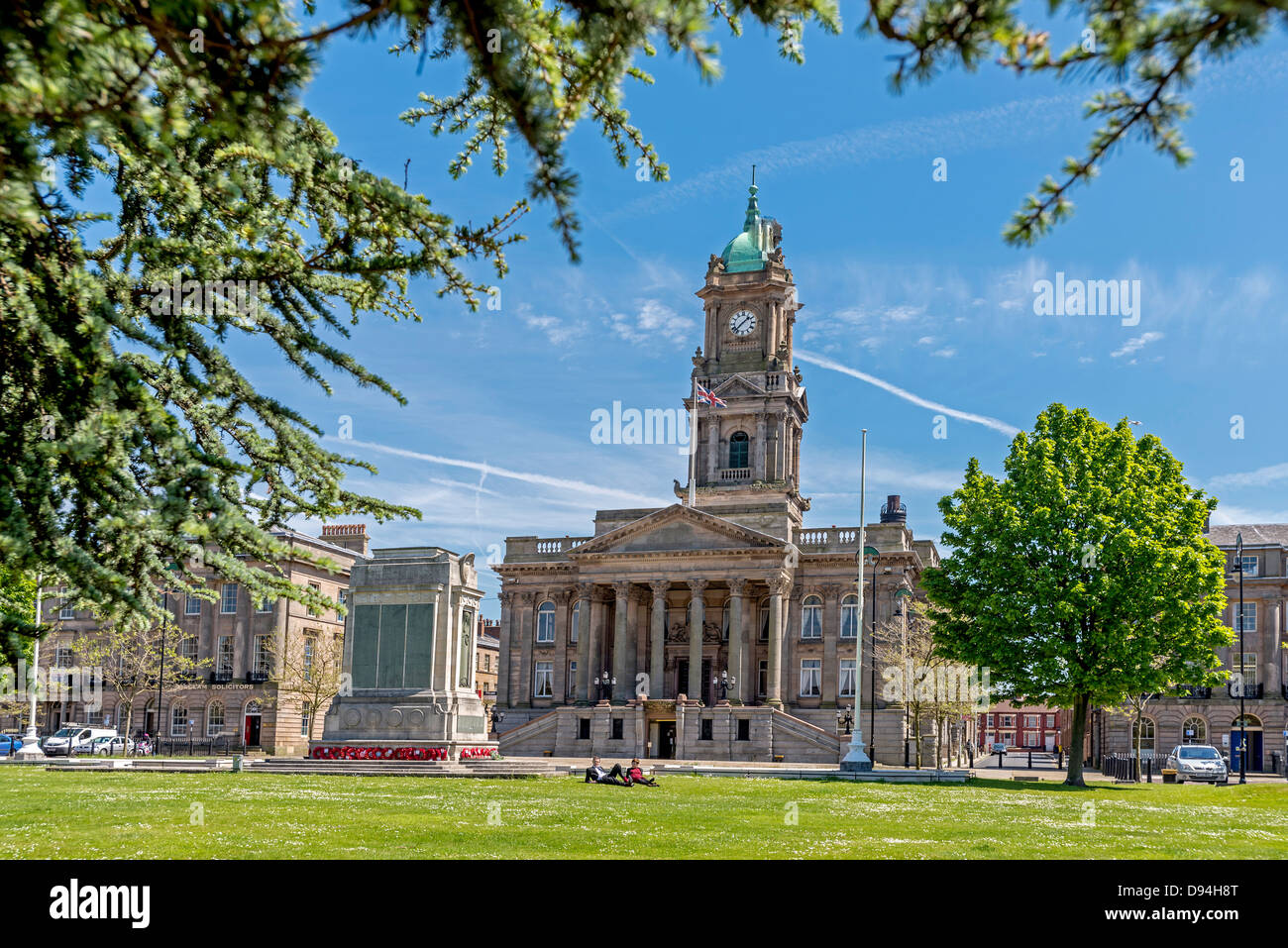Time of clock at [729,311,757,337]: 1:37
